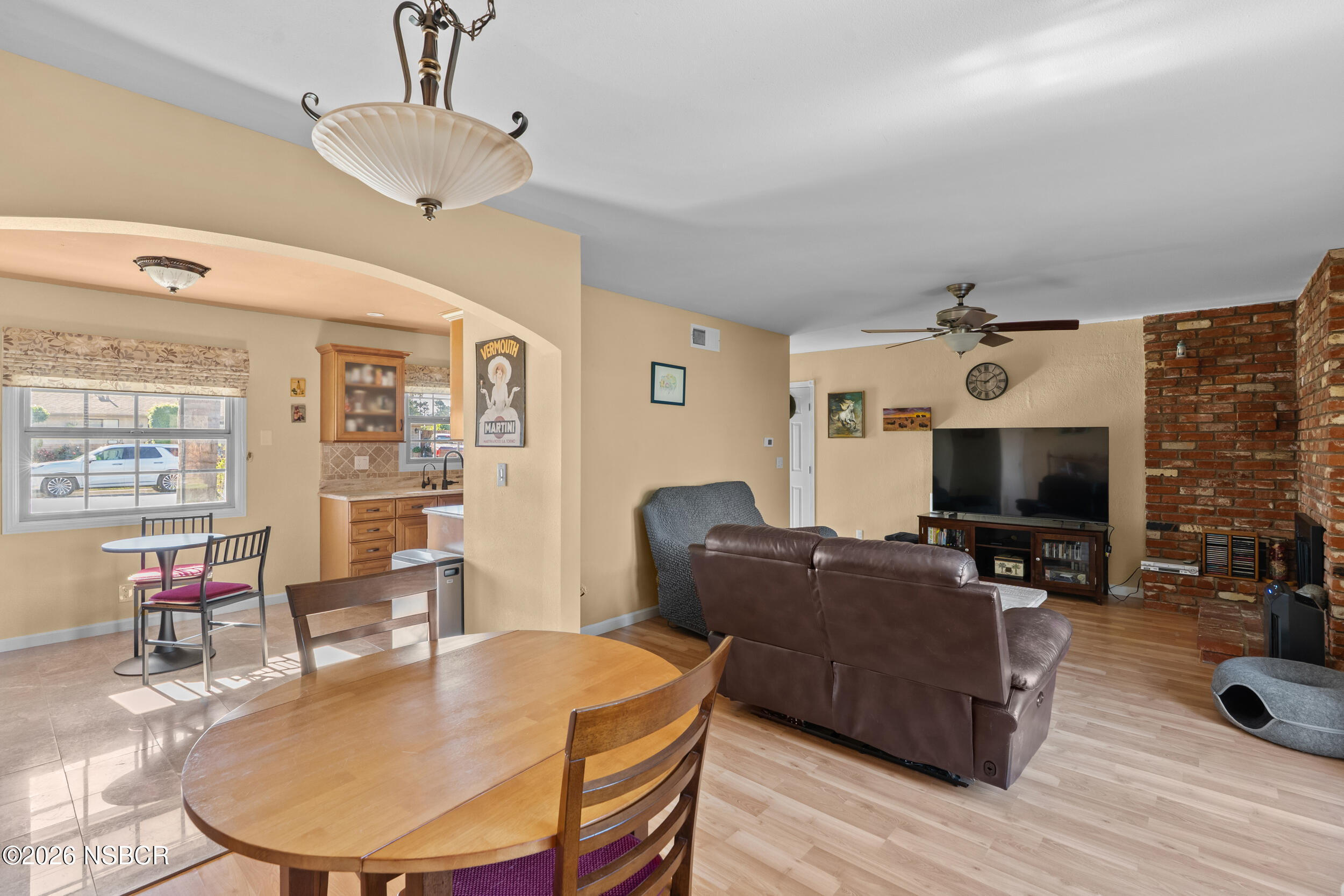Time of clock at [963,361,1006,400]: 1:46
